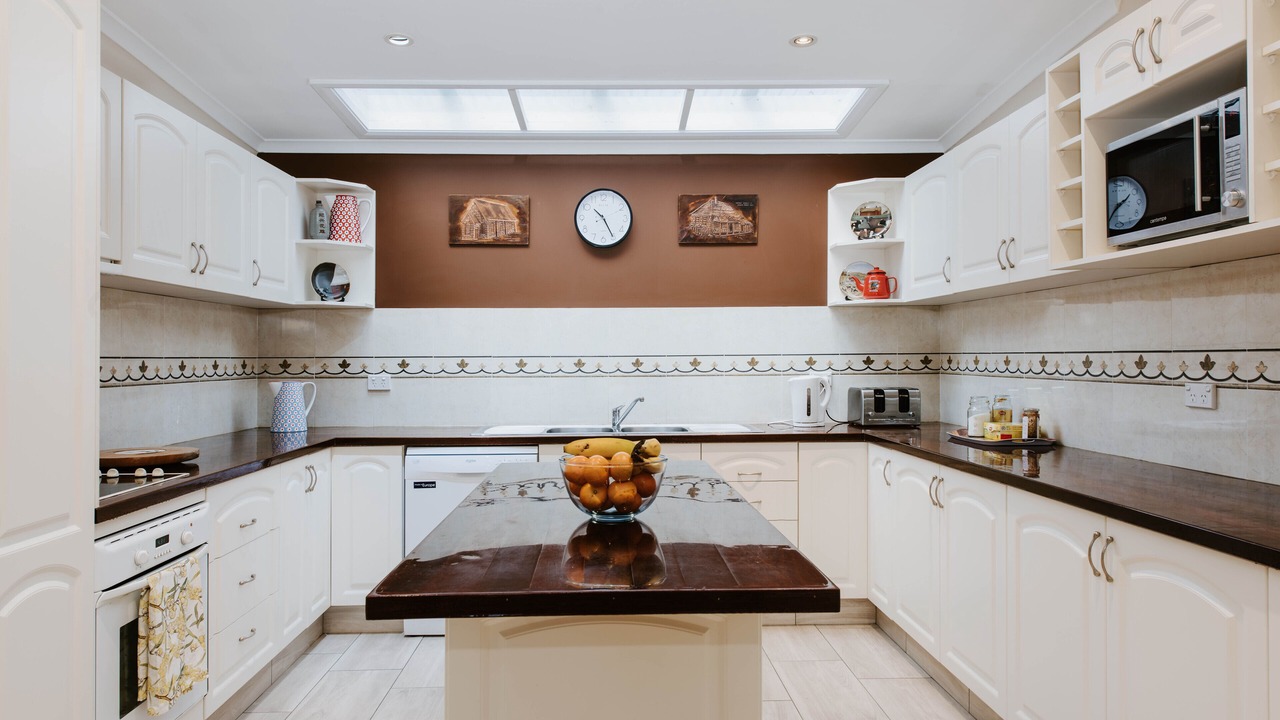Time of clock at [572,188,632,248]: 10:25
